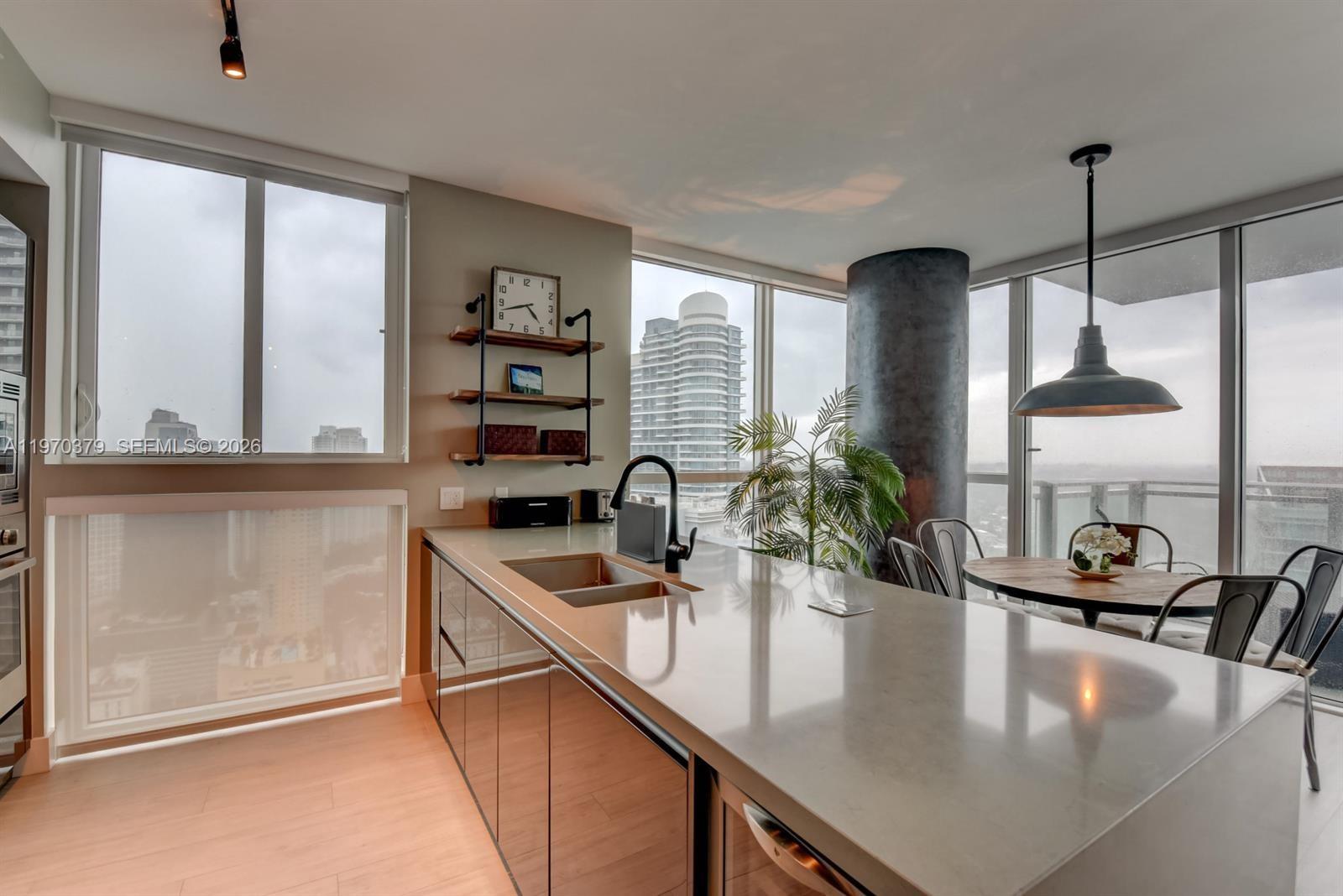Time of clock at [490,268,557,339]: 4:42
